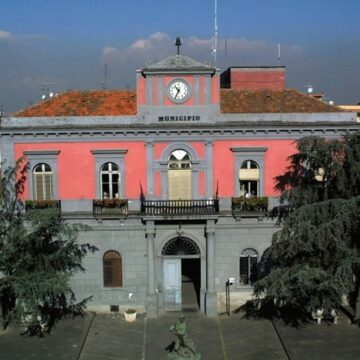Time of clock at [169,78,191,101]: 10:34
